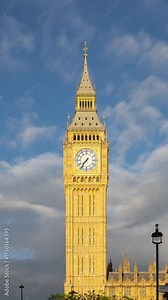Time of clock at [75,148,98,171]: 7:36
